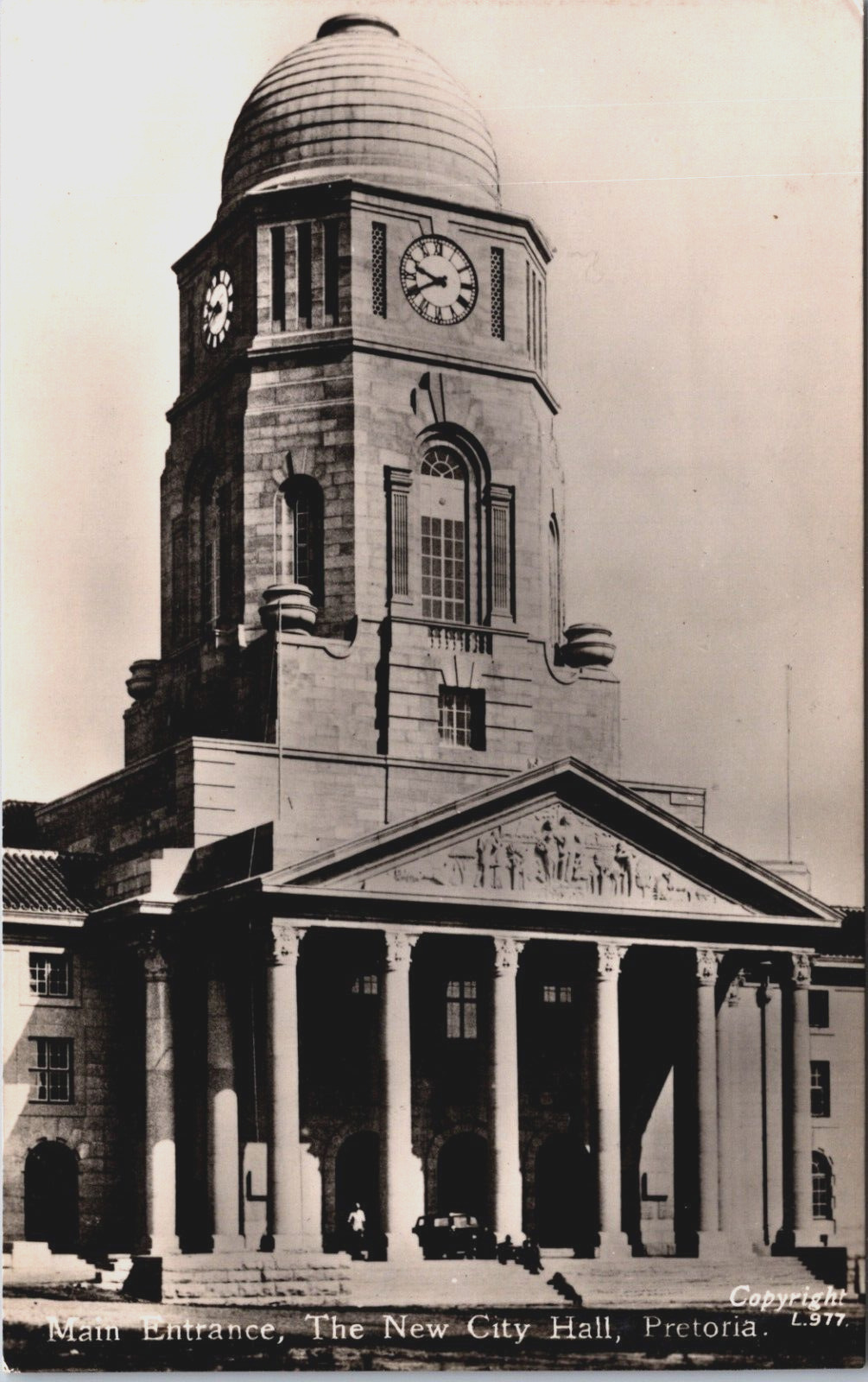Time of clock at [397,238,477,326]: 9:40
